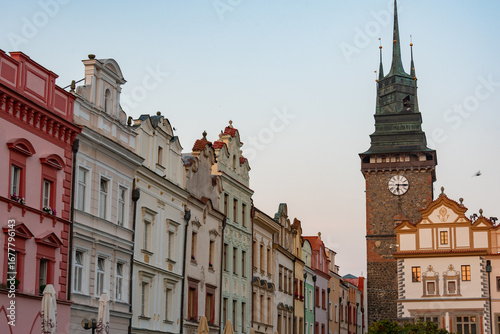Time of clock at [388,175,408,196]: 6:15
